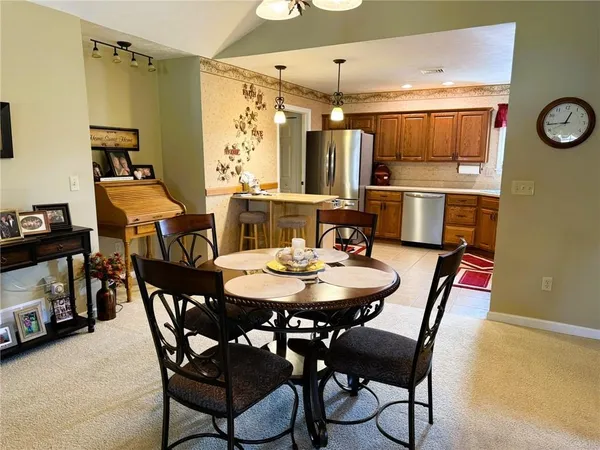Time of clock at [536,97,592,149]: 12:43
